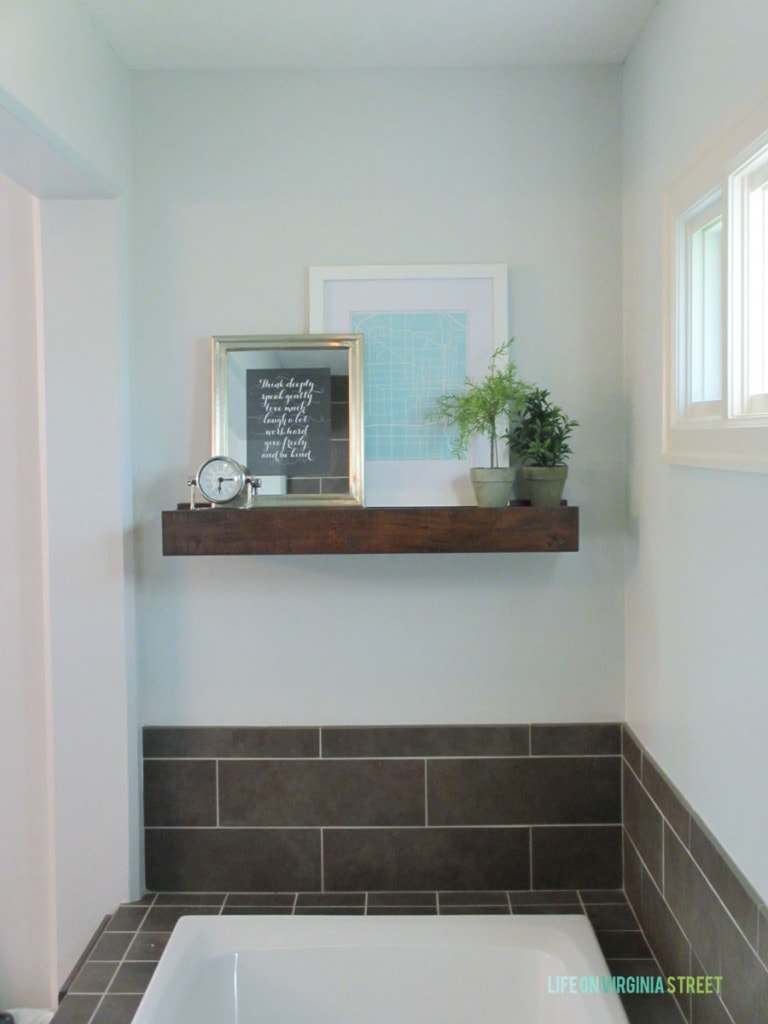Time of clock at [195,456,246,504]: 6:14
